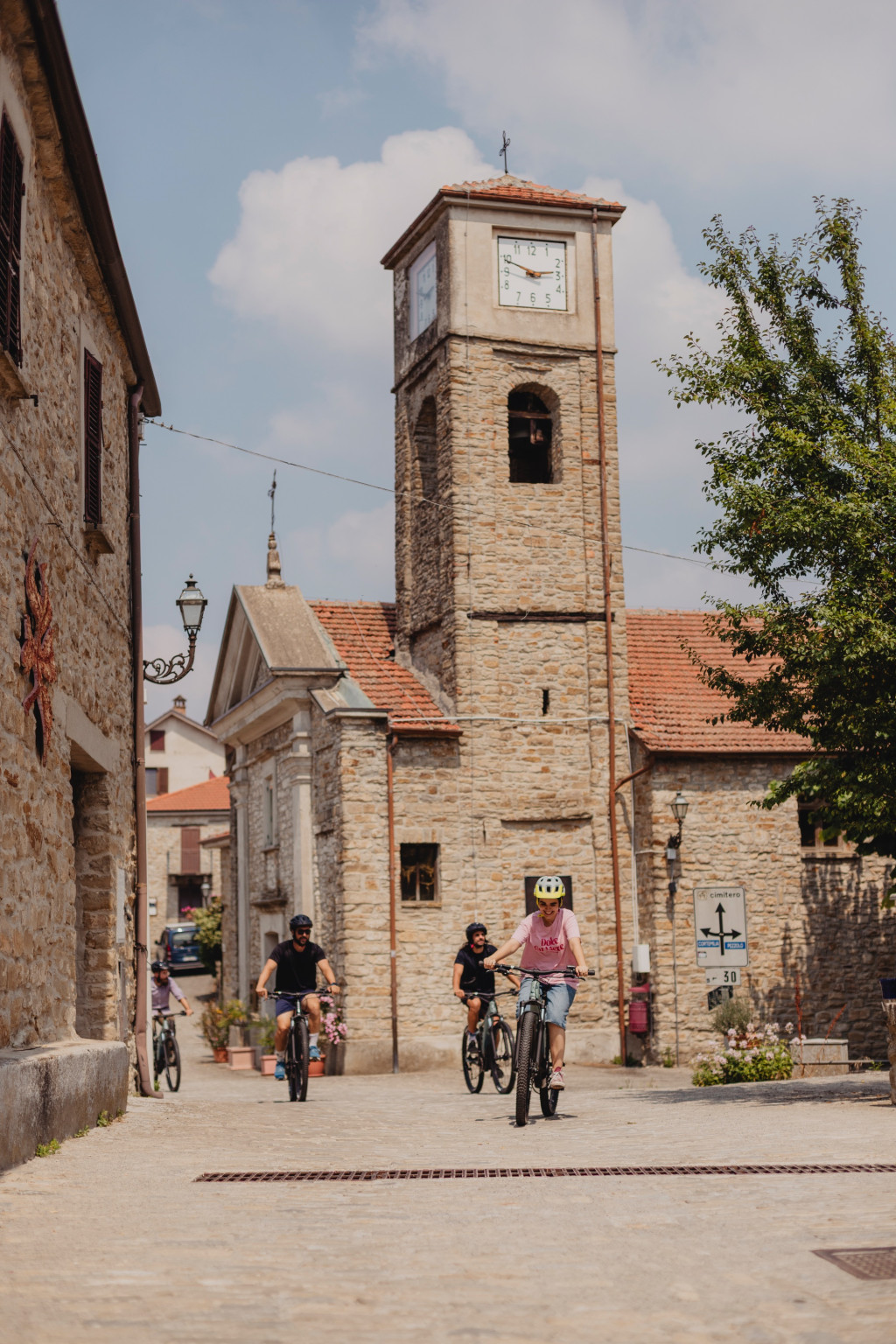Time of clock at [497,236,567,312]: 2:49
